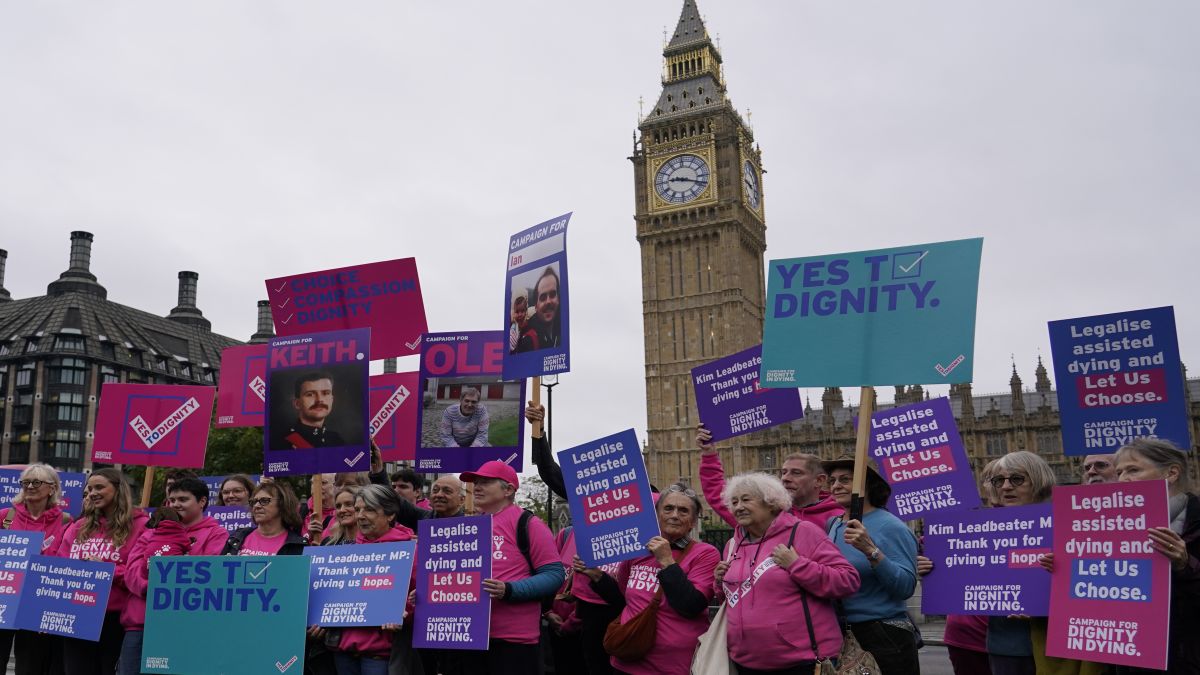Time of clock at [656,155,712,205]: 9:18
